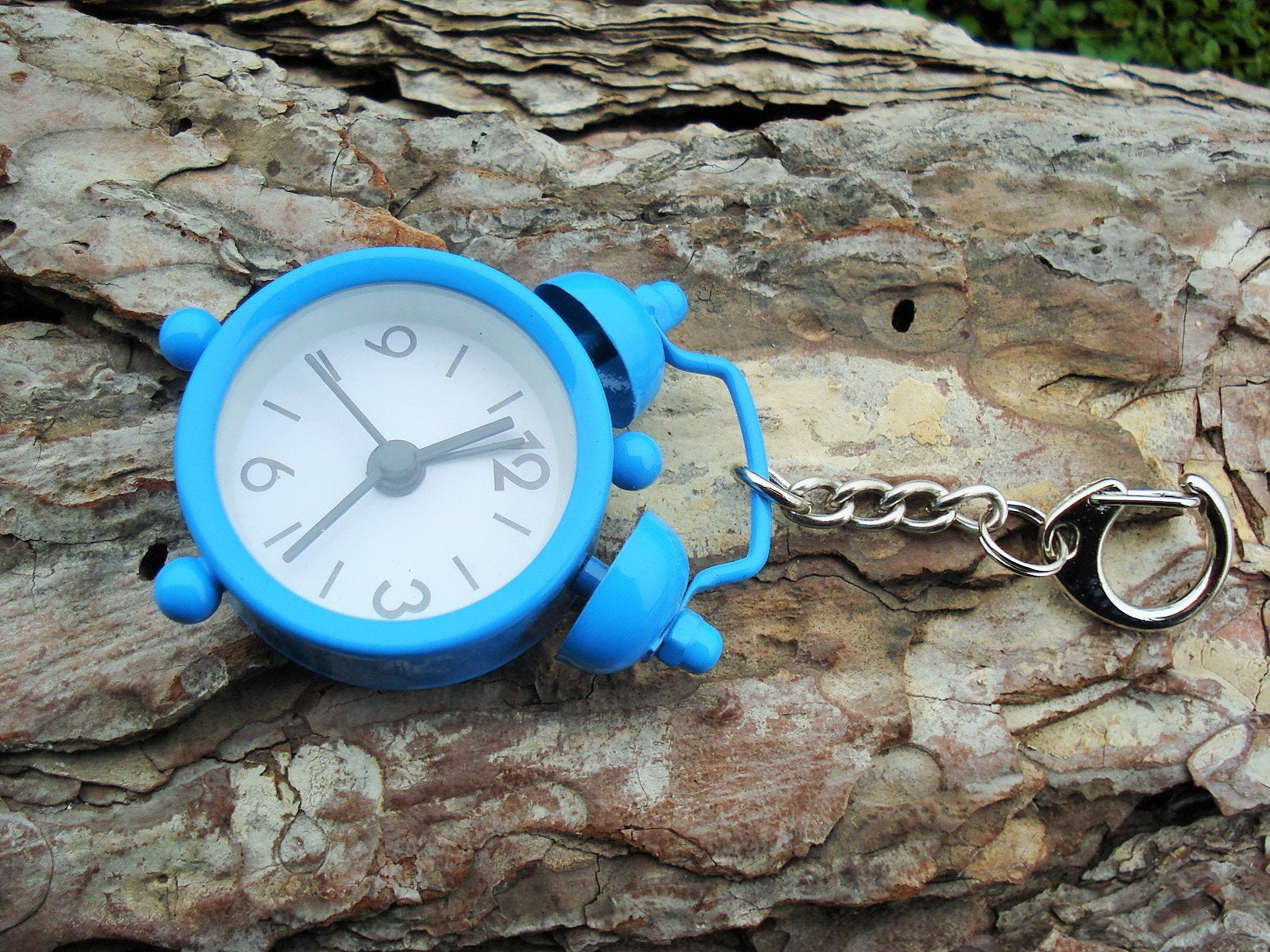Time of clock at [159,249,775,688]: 2:38
